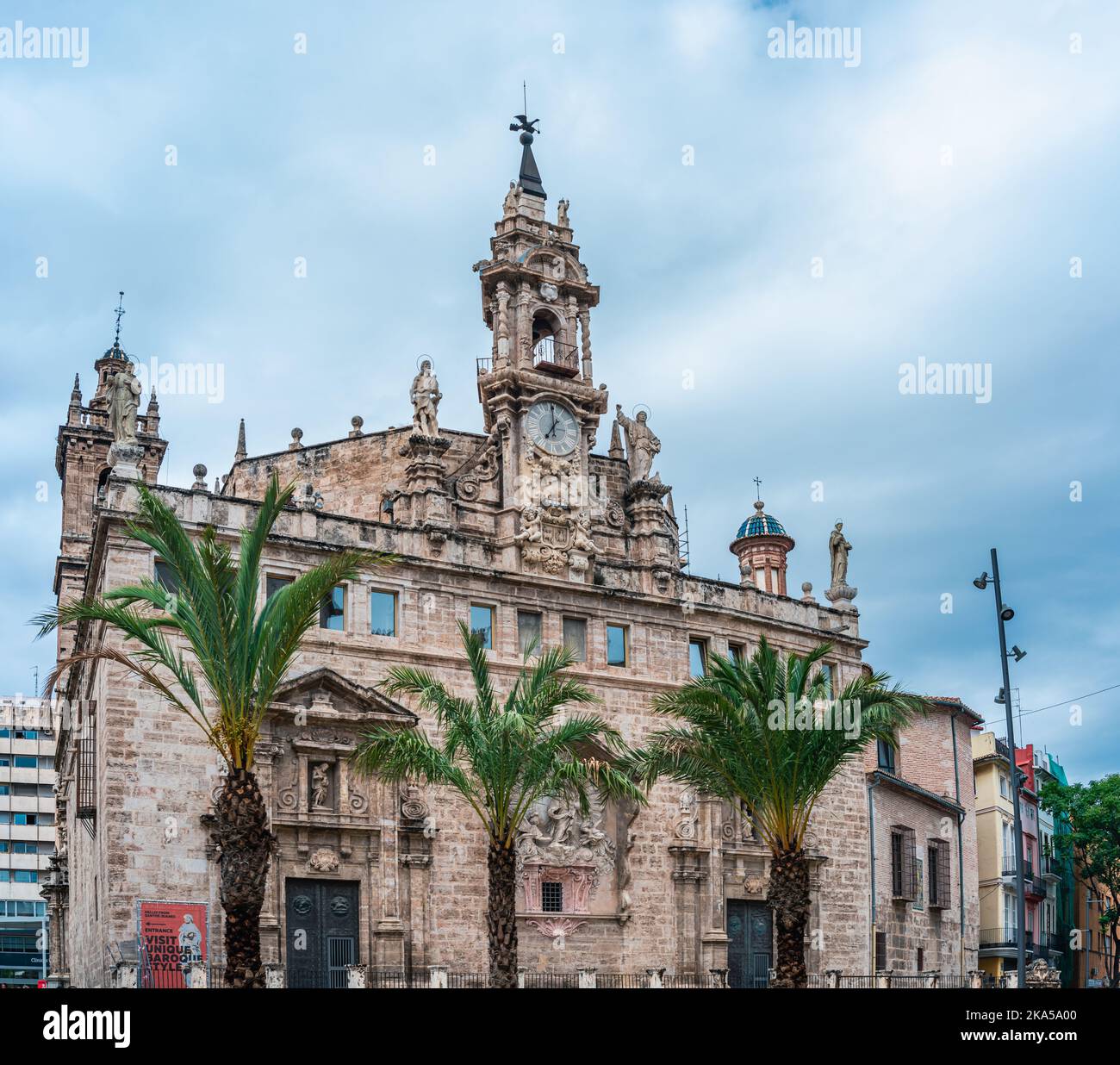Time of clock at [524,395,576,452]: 7:00
